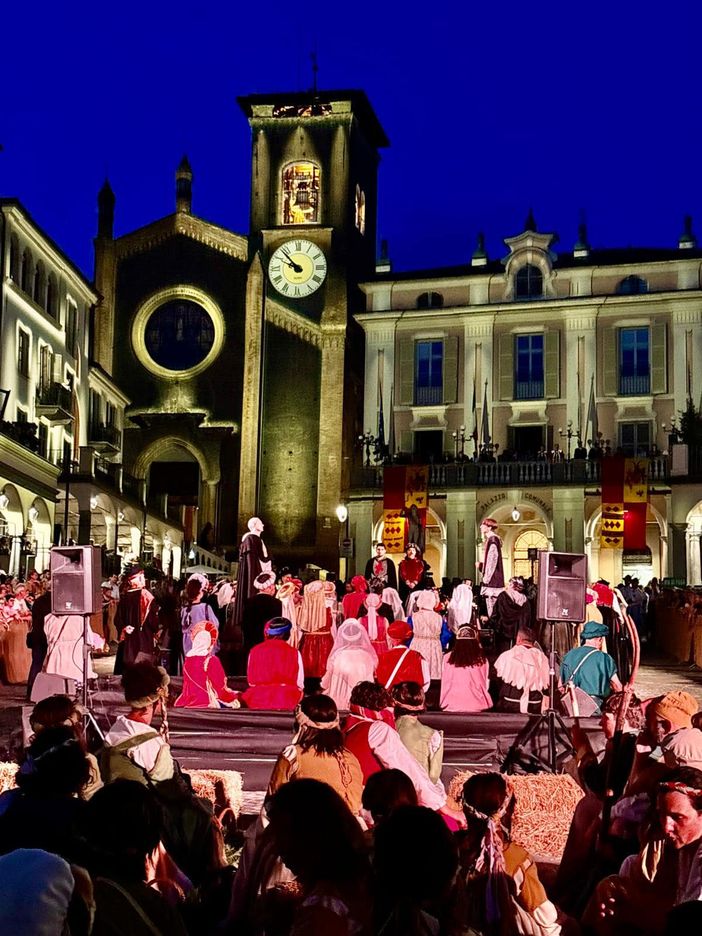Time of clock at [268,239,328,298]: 9:53
